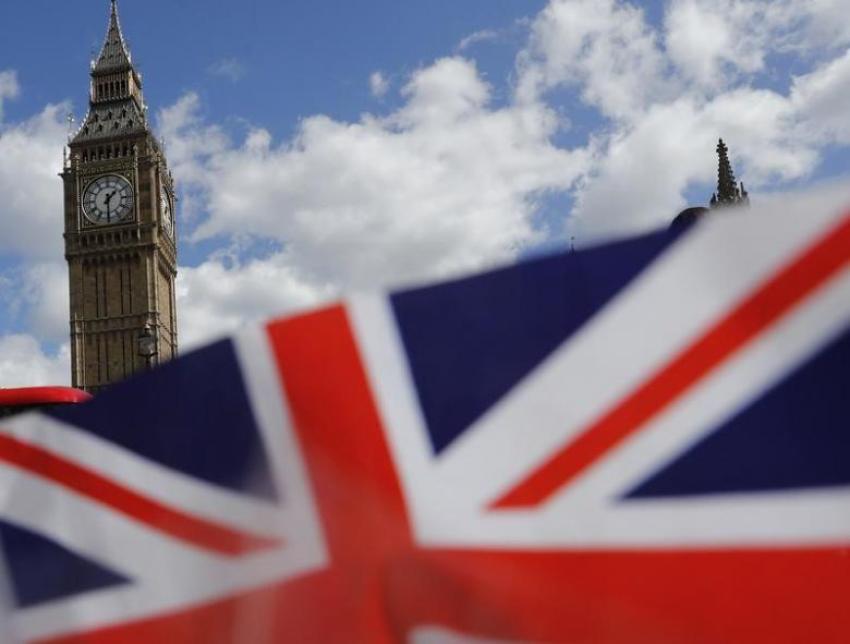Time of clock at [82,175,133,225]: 1:30
